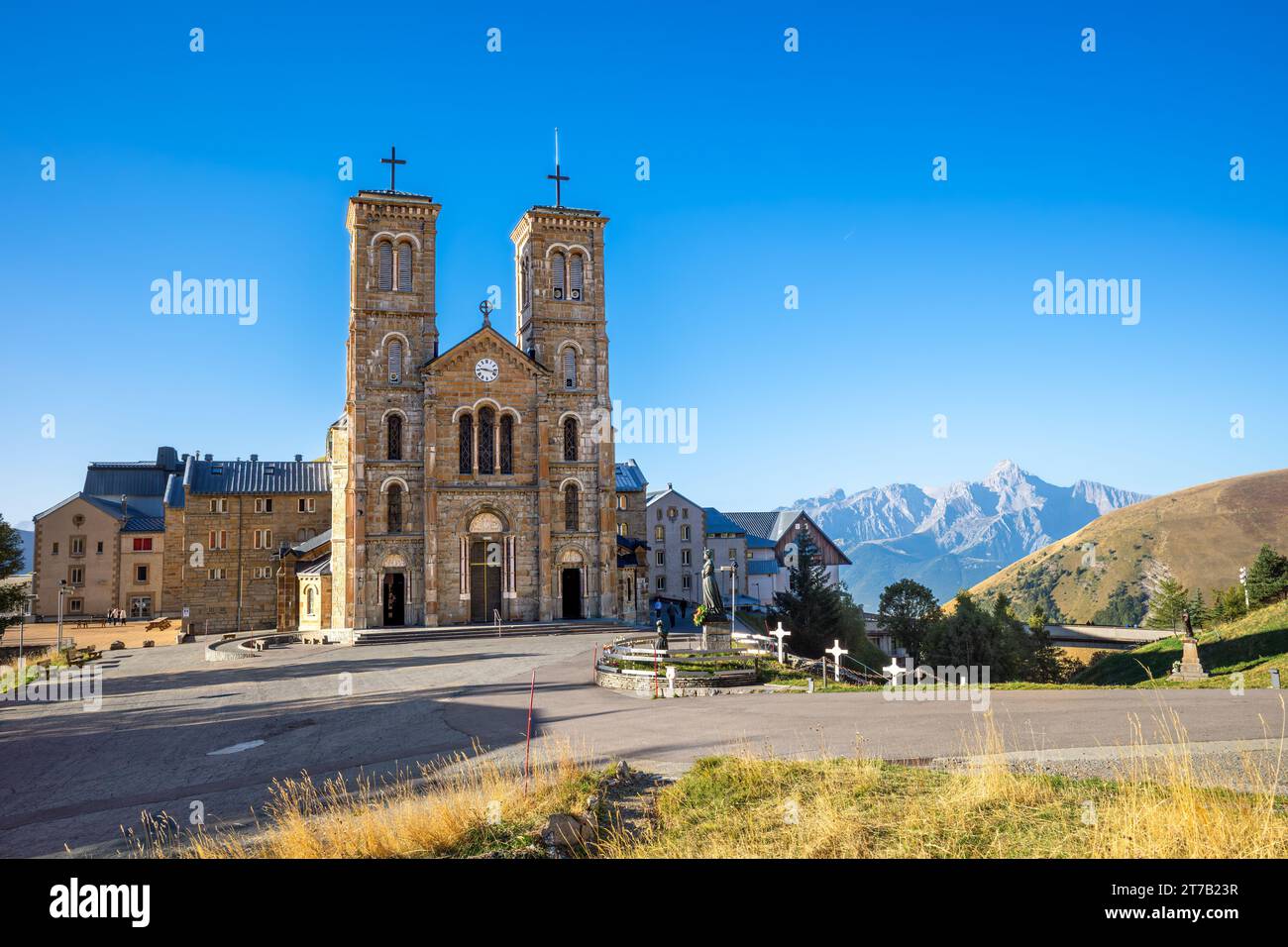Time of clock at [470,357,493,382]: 9:17
